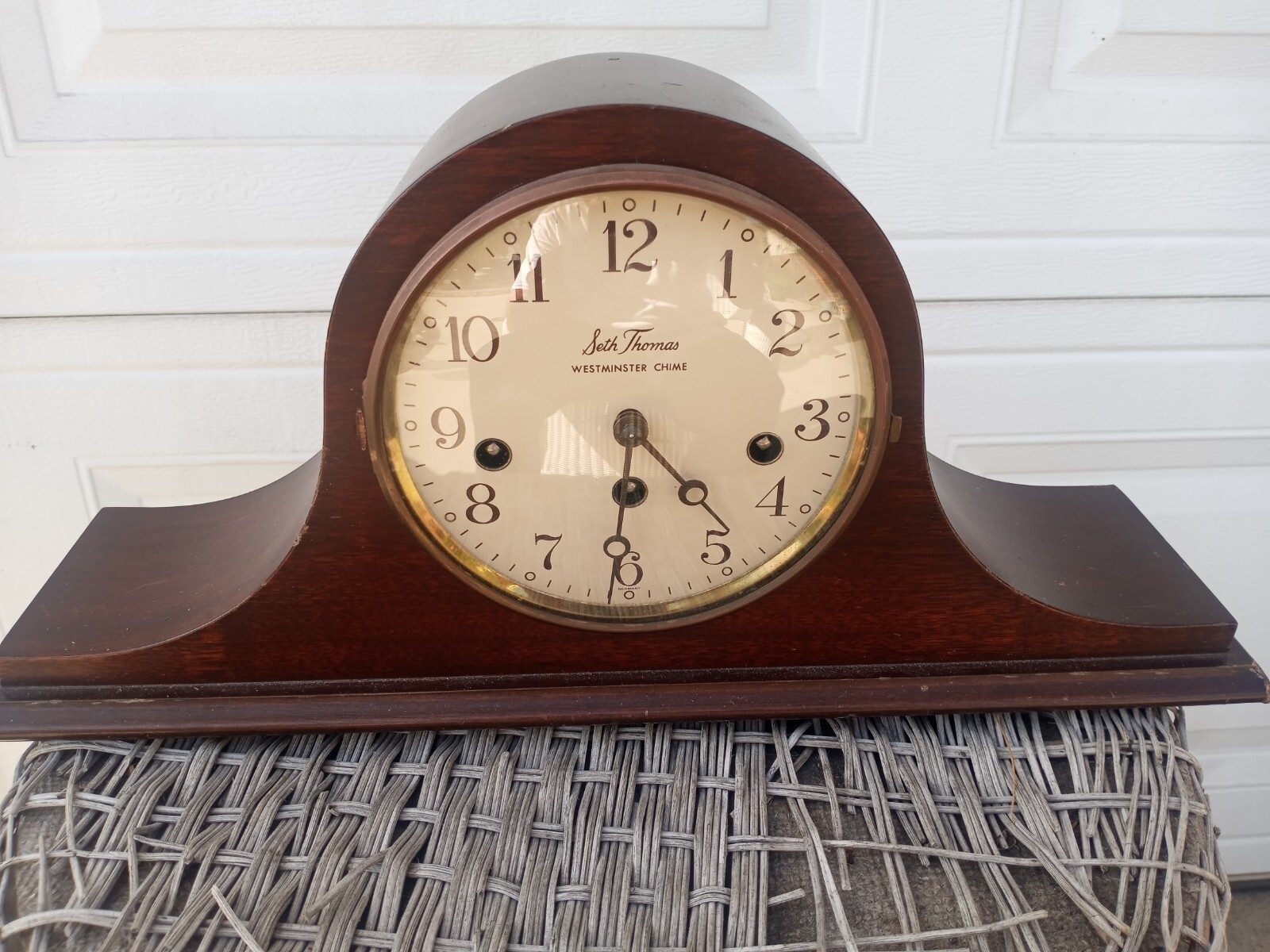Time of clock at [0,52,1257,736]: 4:31
